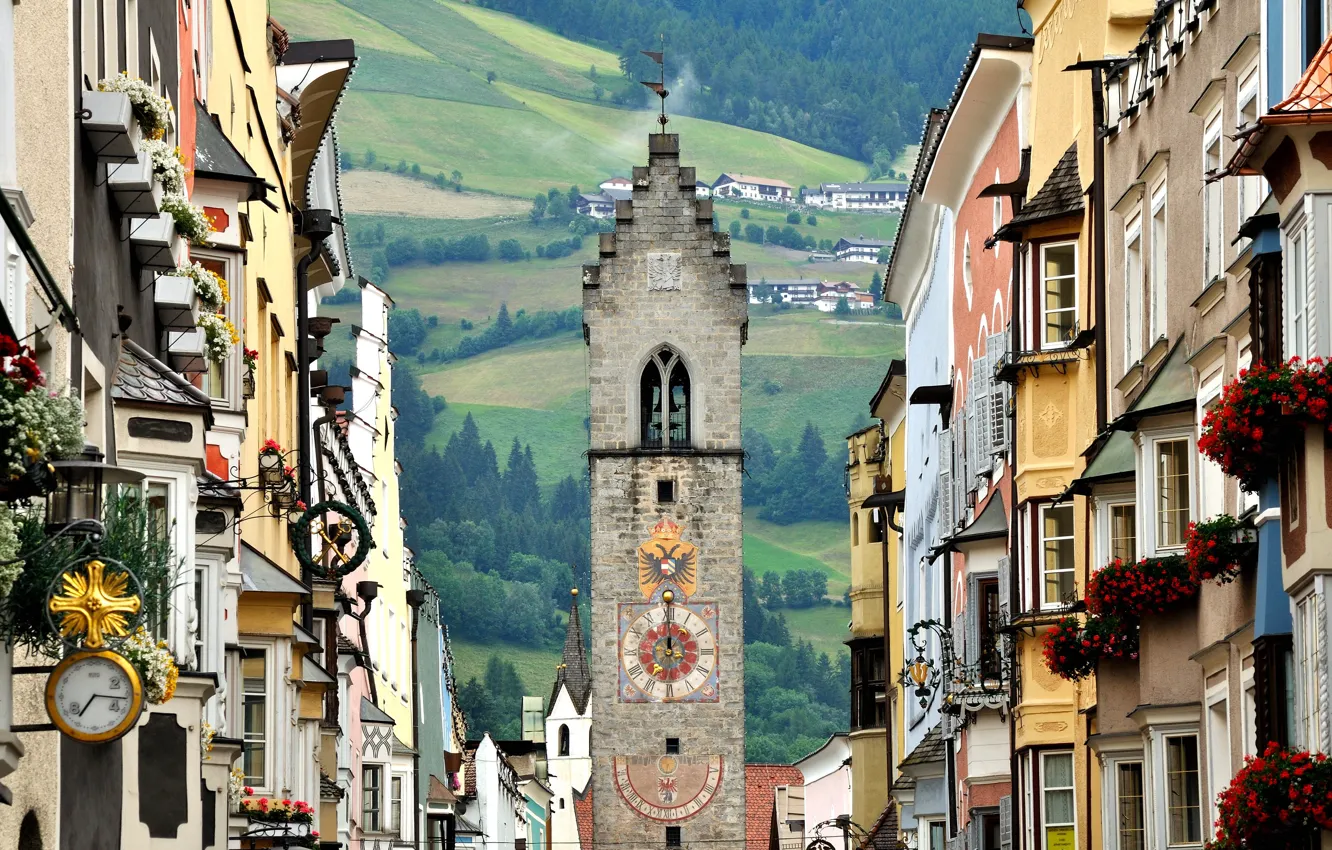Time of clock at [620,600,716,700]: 12:00
